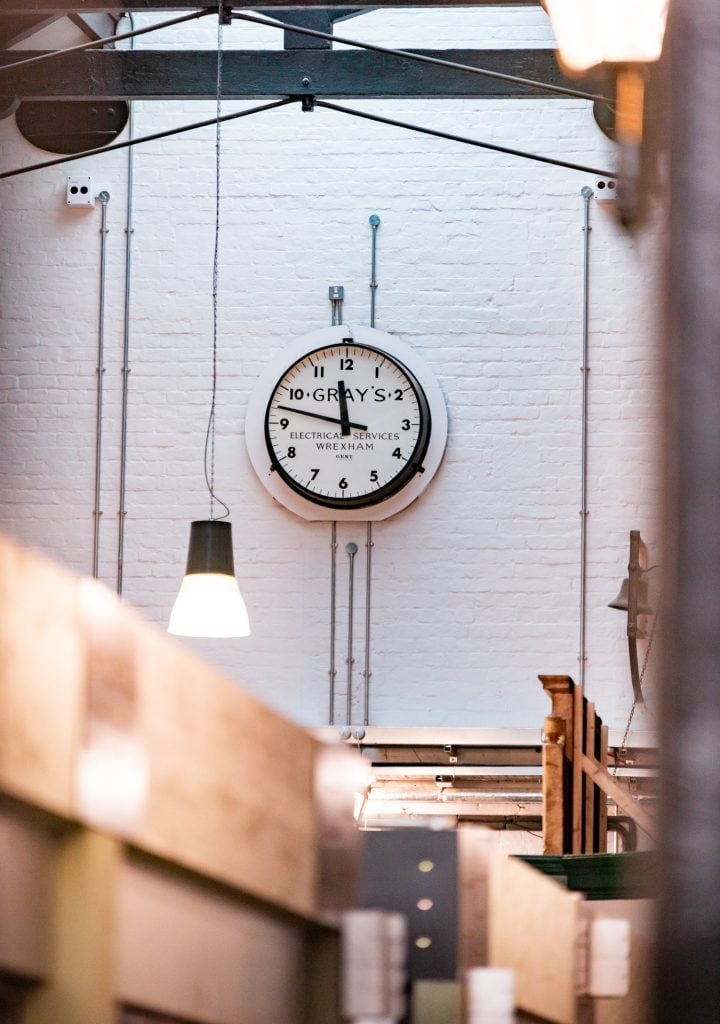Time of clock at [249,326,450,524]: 11:47
